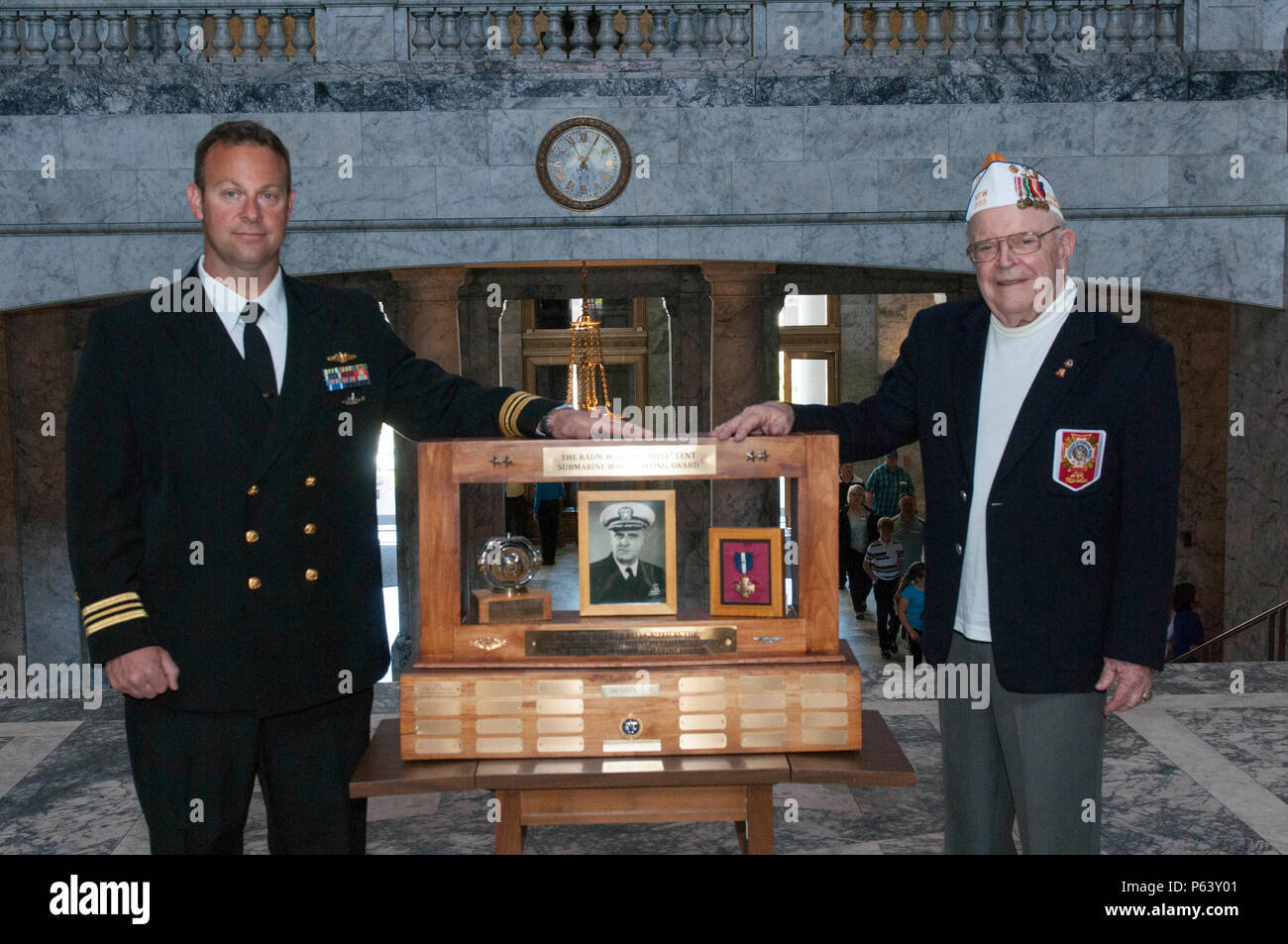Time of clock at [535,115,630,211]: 11:05
